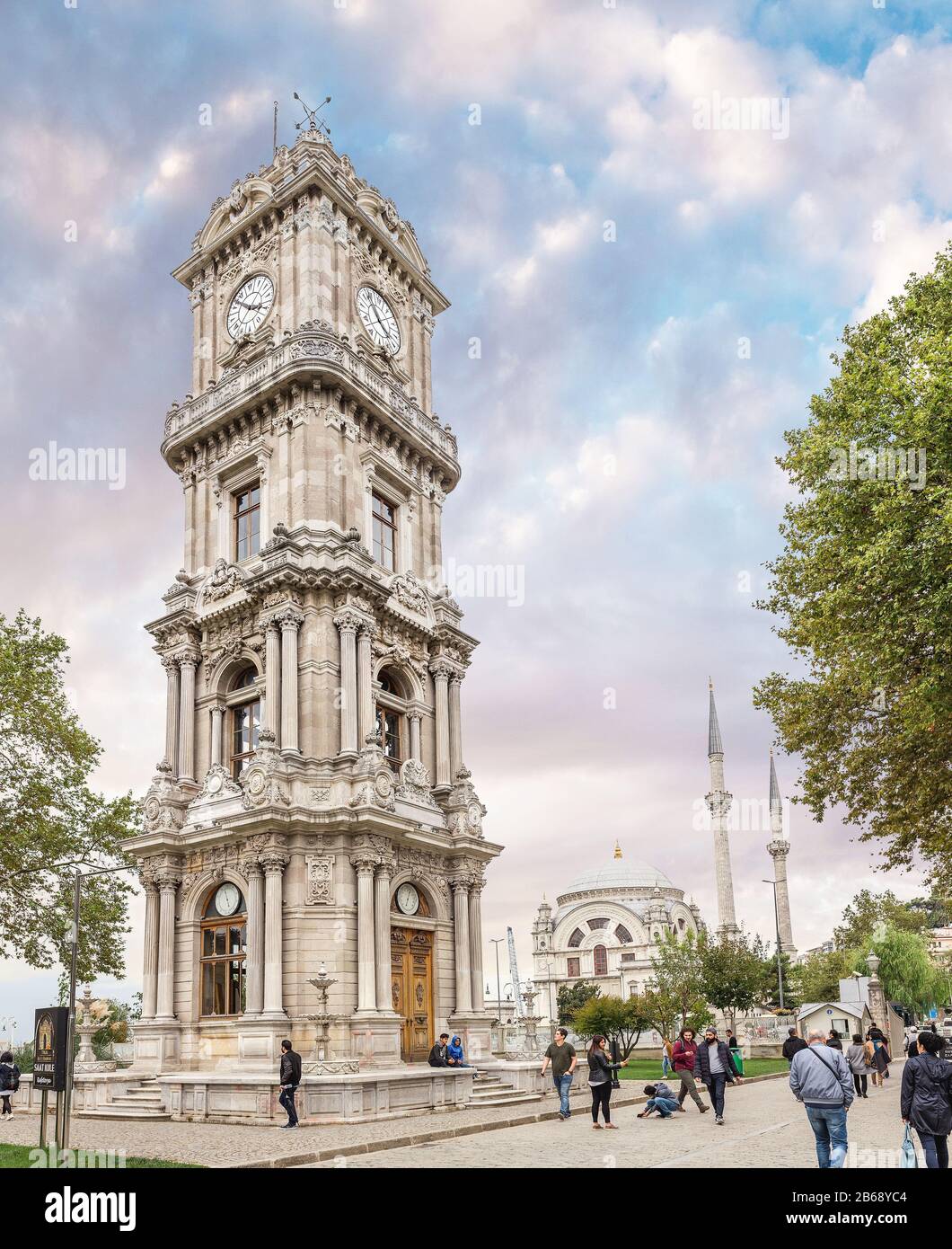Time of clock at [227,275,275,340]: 3:52
